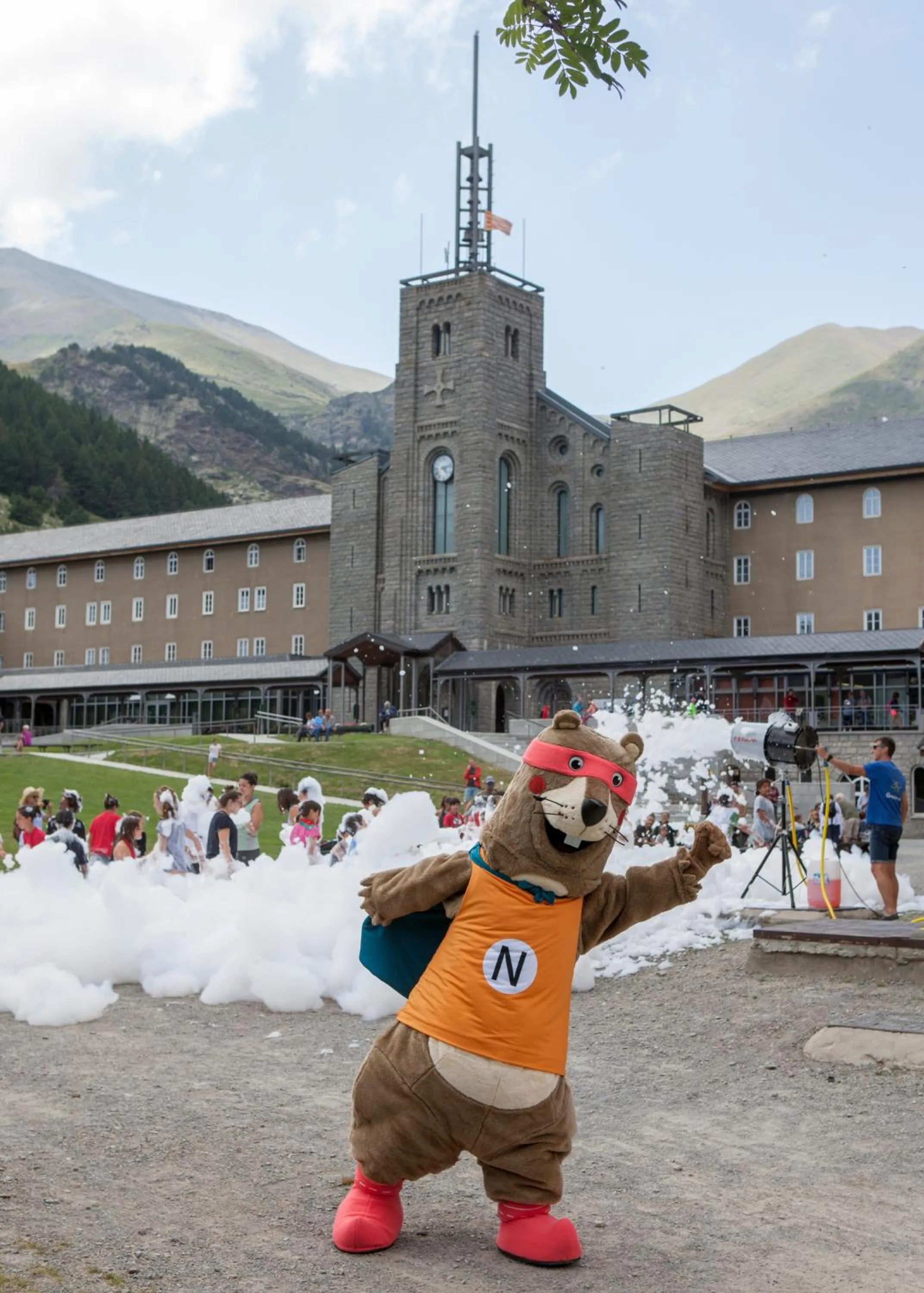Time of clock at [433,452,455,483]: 4:12
